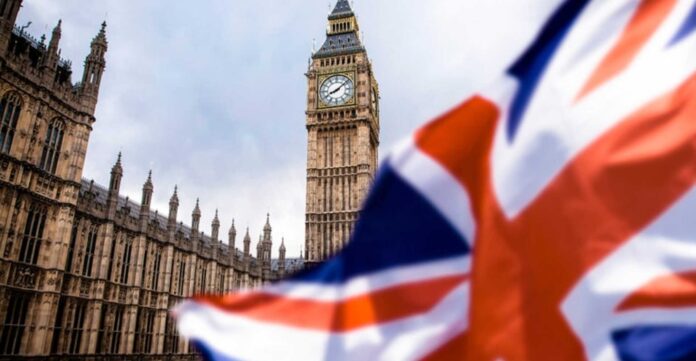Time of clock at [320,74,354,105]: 8:08
